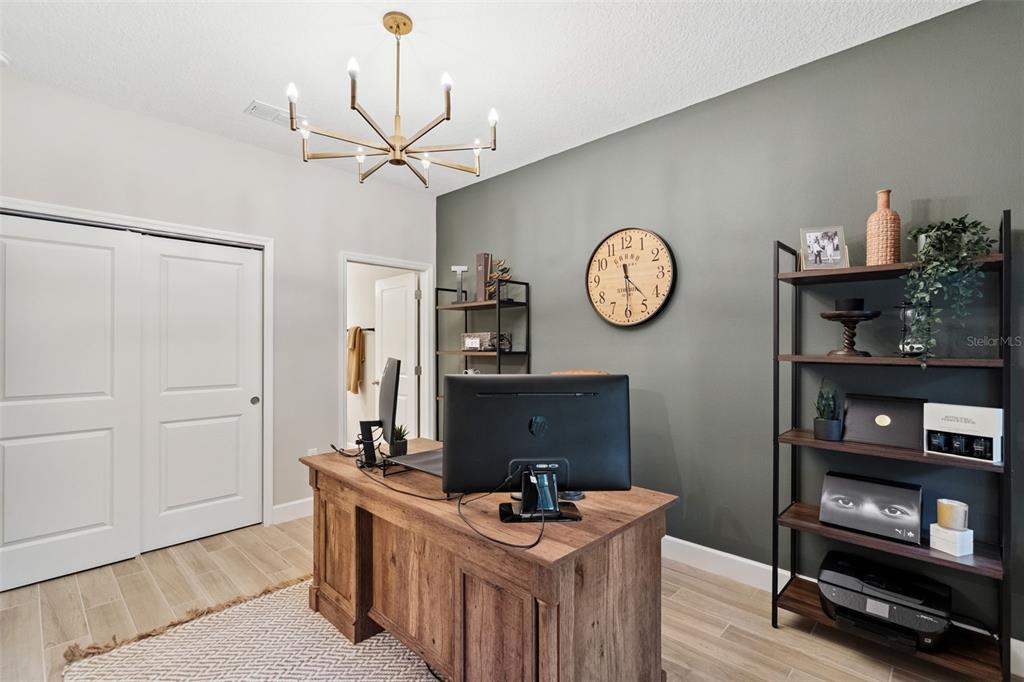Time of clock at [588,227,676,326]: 4:29
